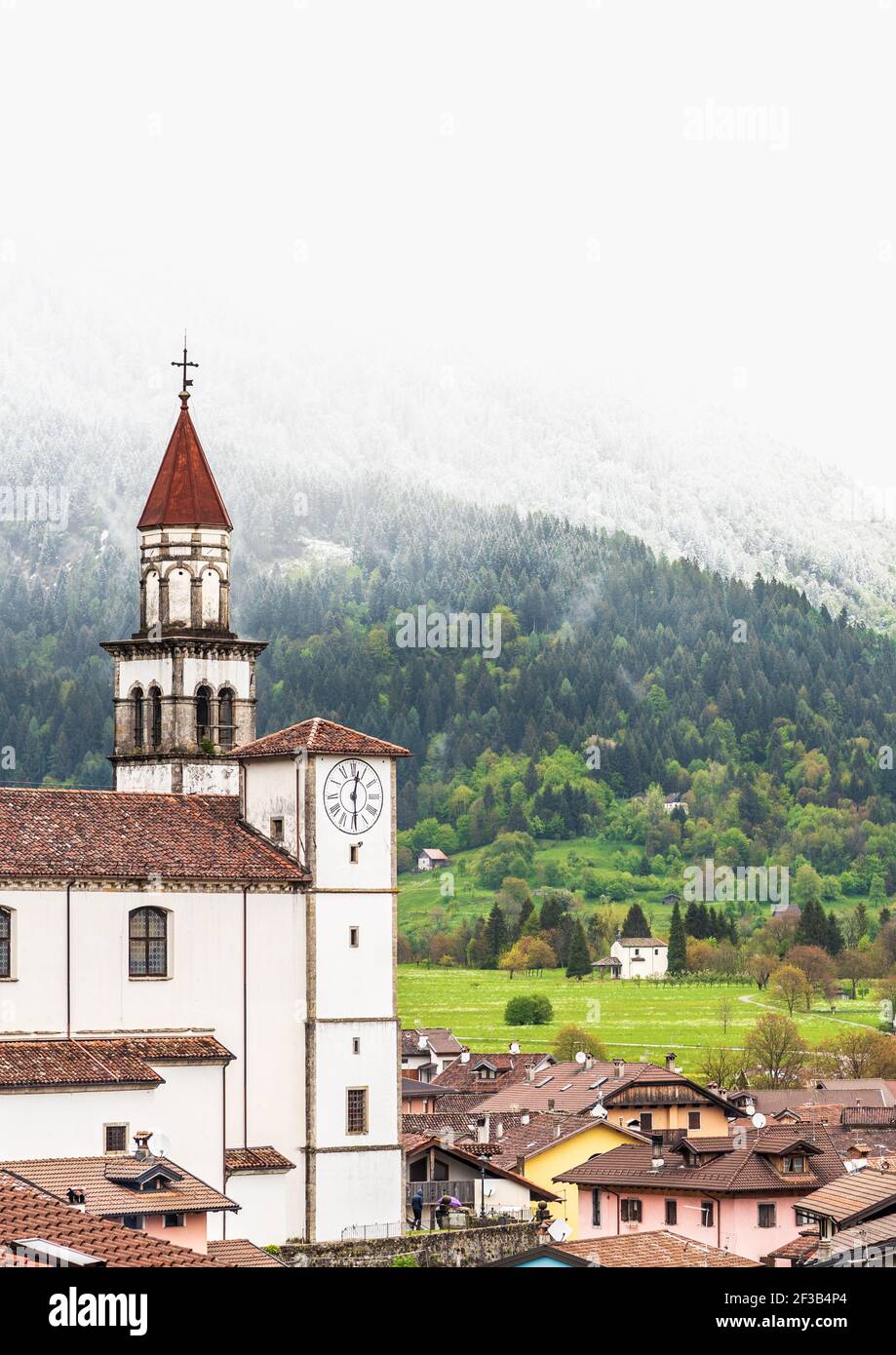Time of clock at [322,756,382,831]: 12:29
